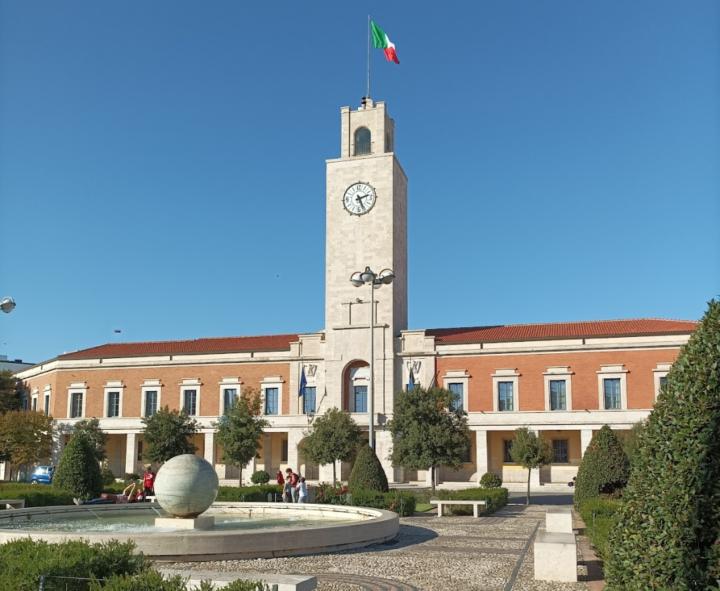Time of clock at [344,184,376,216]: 2:26
